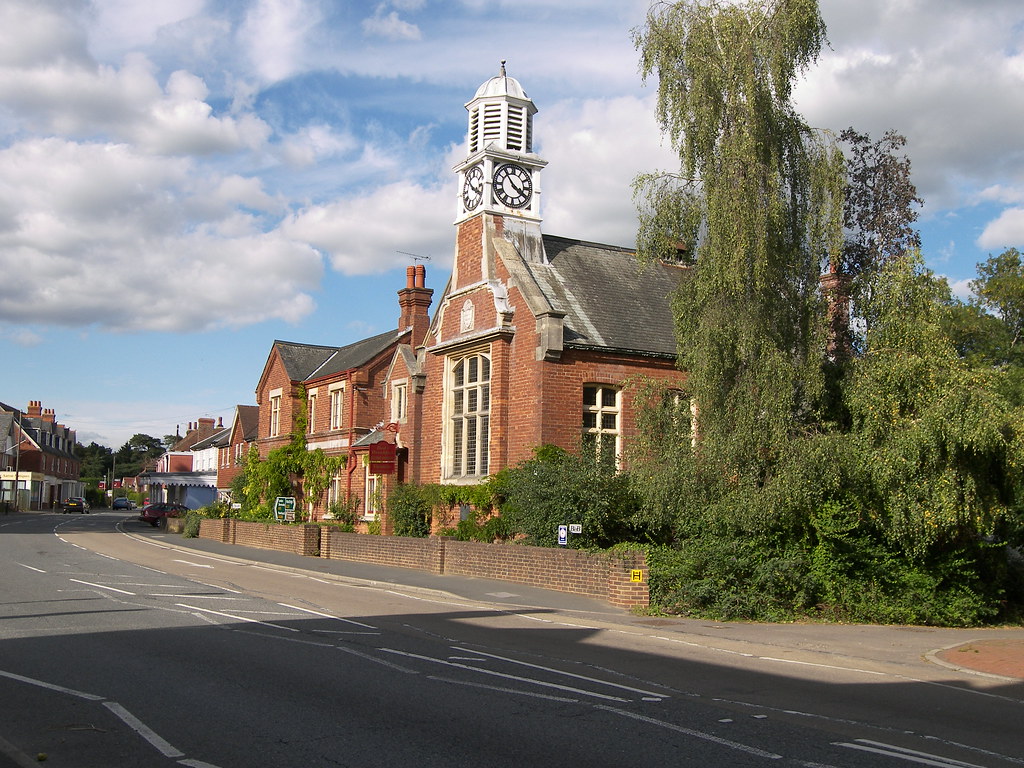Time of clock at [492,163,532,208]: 3:53
